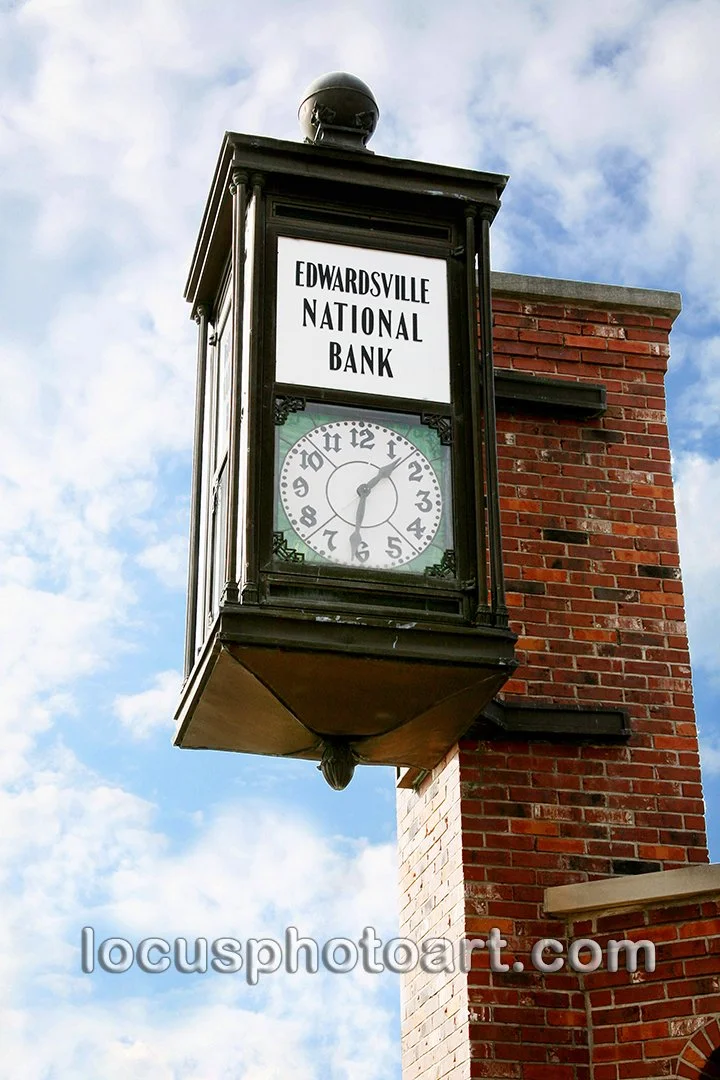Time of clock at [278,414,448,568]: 1:31
